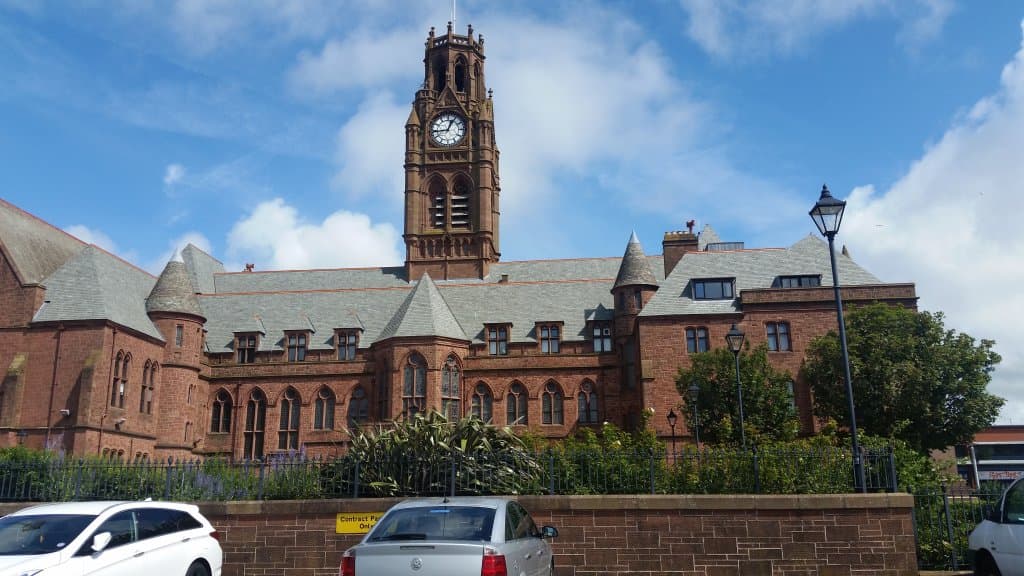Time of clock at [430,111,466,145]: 12:44
